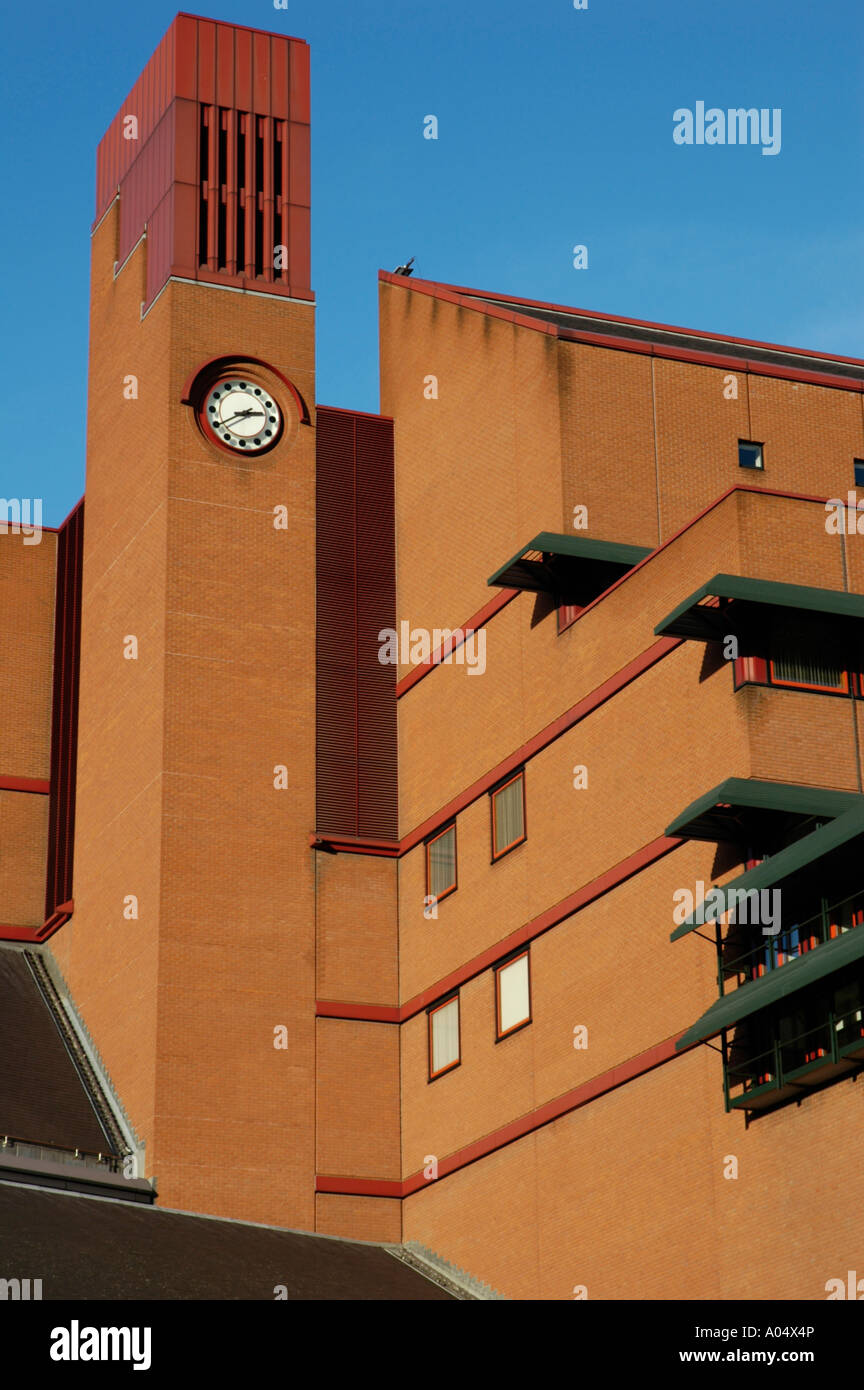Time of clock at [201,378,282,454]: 2:39
